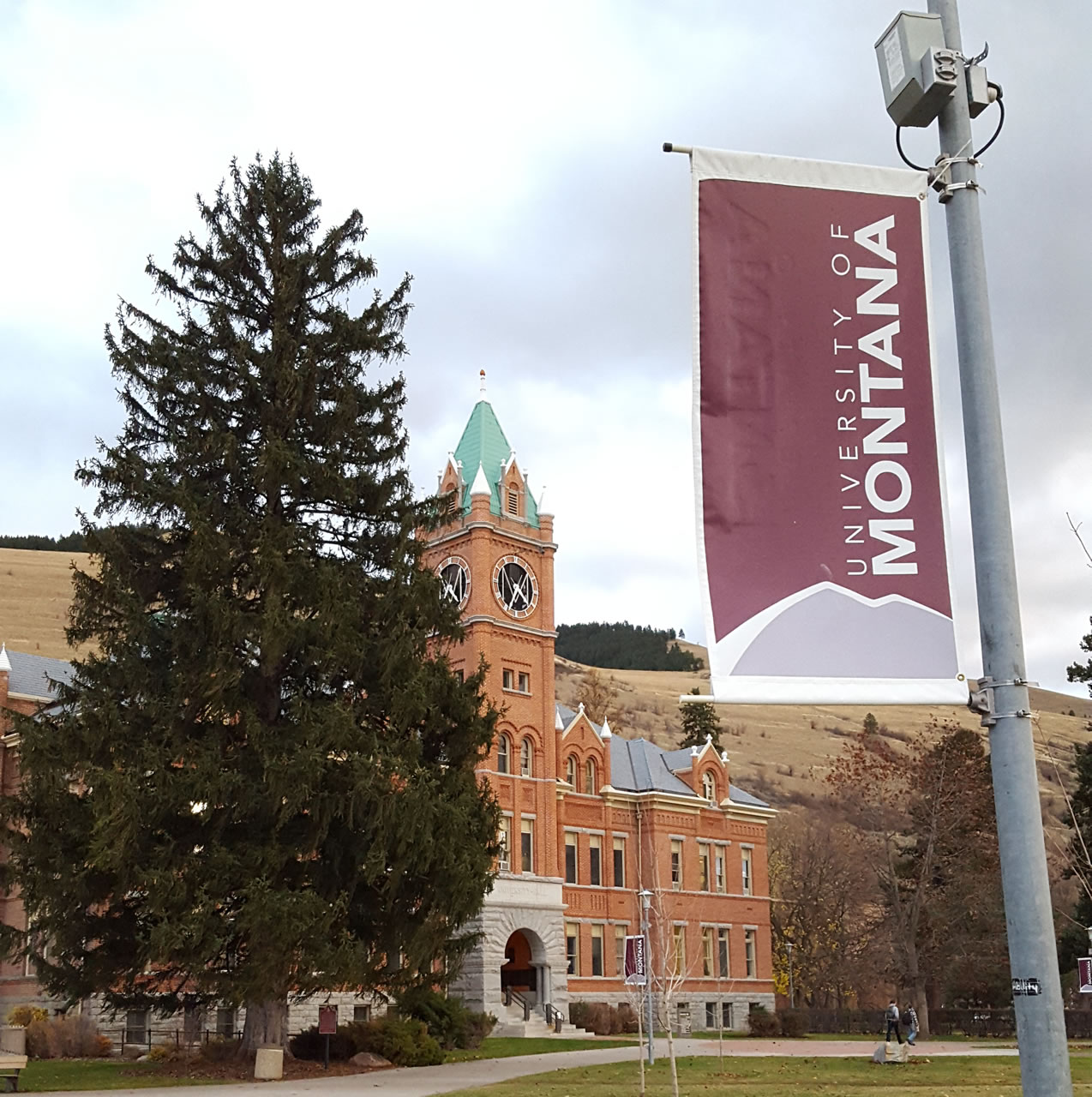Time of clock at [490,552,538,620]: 4:35
